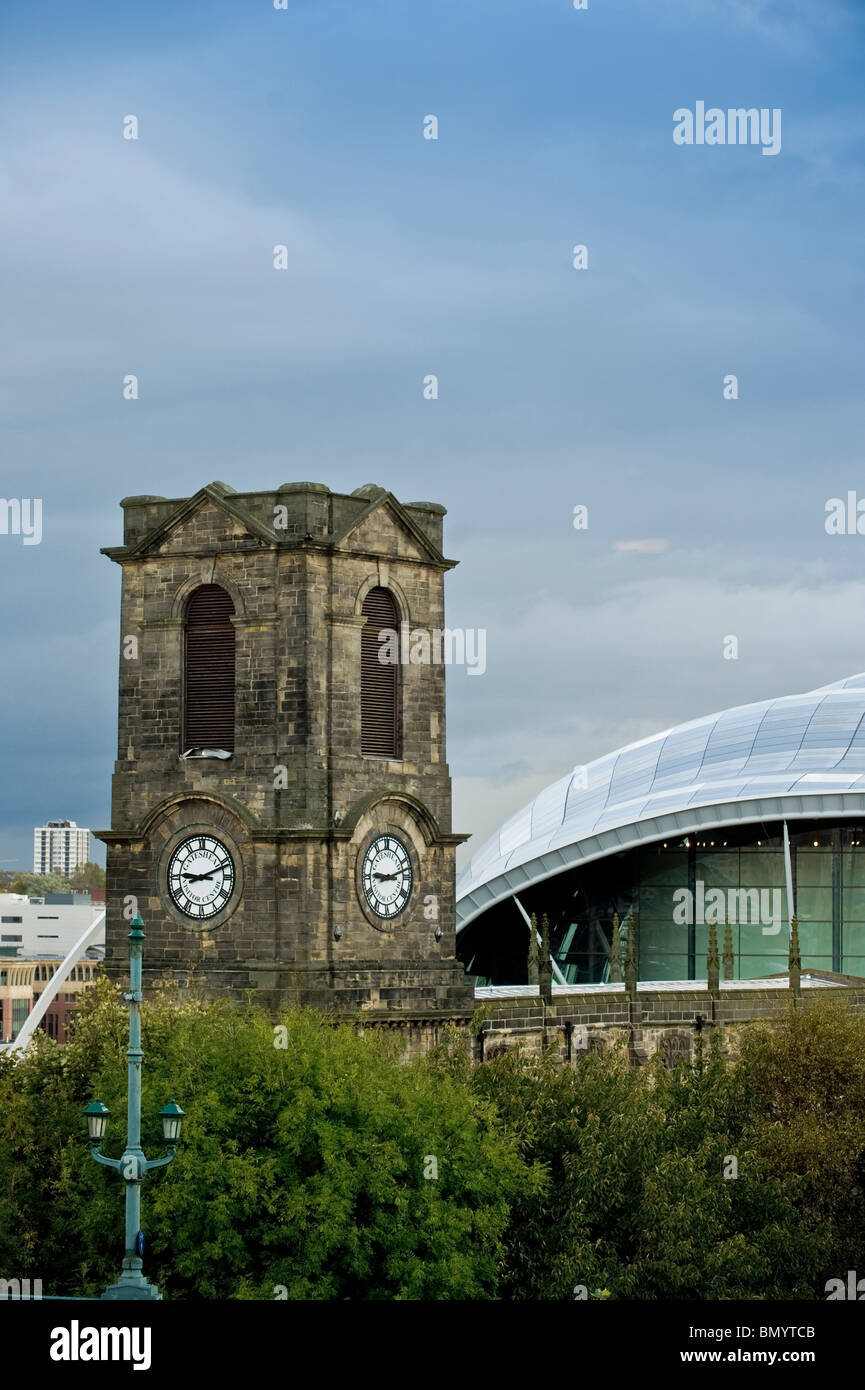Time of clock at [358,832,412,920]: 9:12
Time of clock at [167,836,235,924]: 9:11
